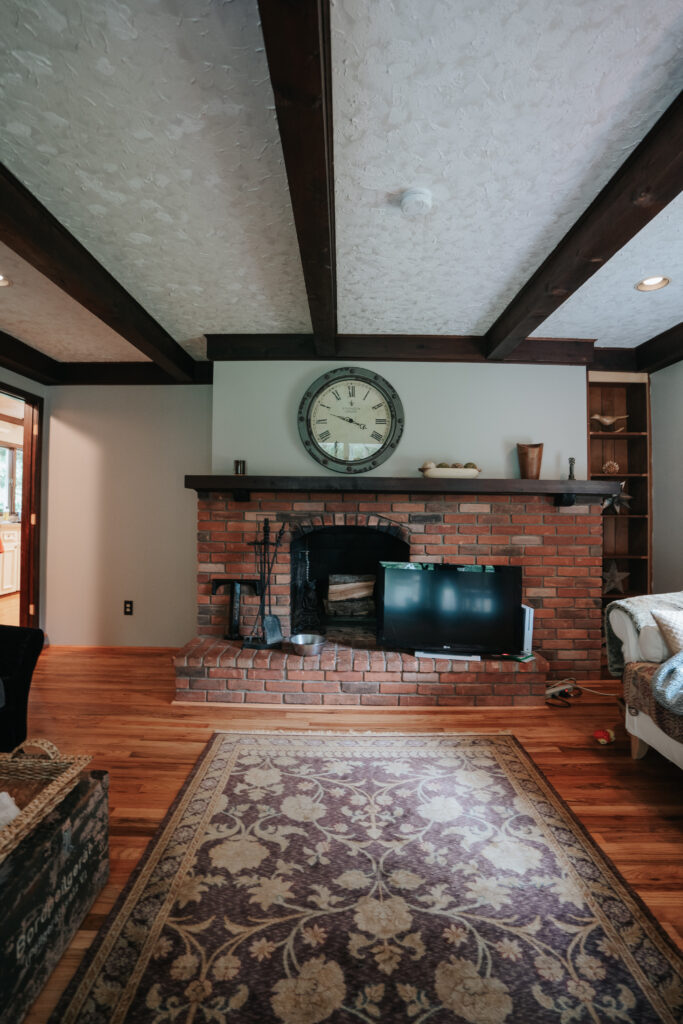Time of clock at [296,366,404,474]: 3:48
